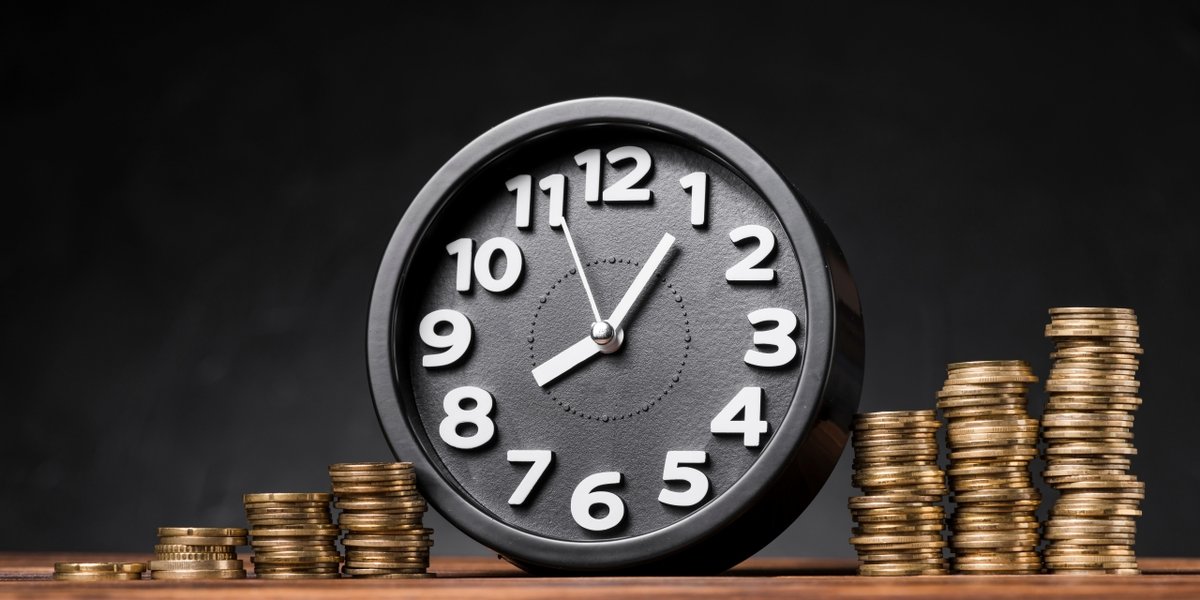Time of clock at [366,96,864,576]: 8:05
